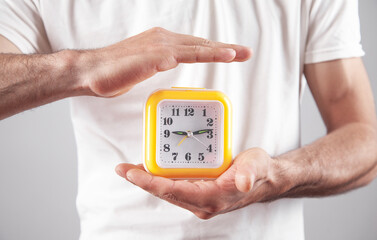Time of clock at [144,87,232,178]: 9:13
